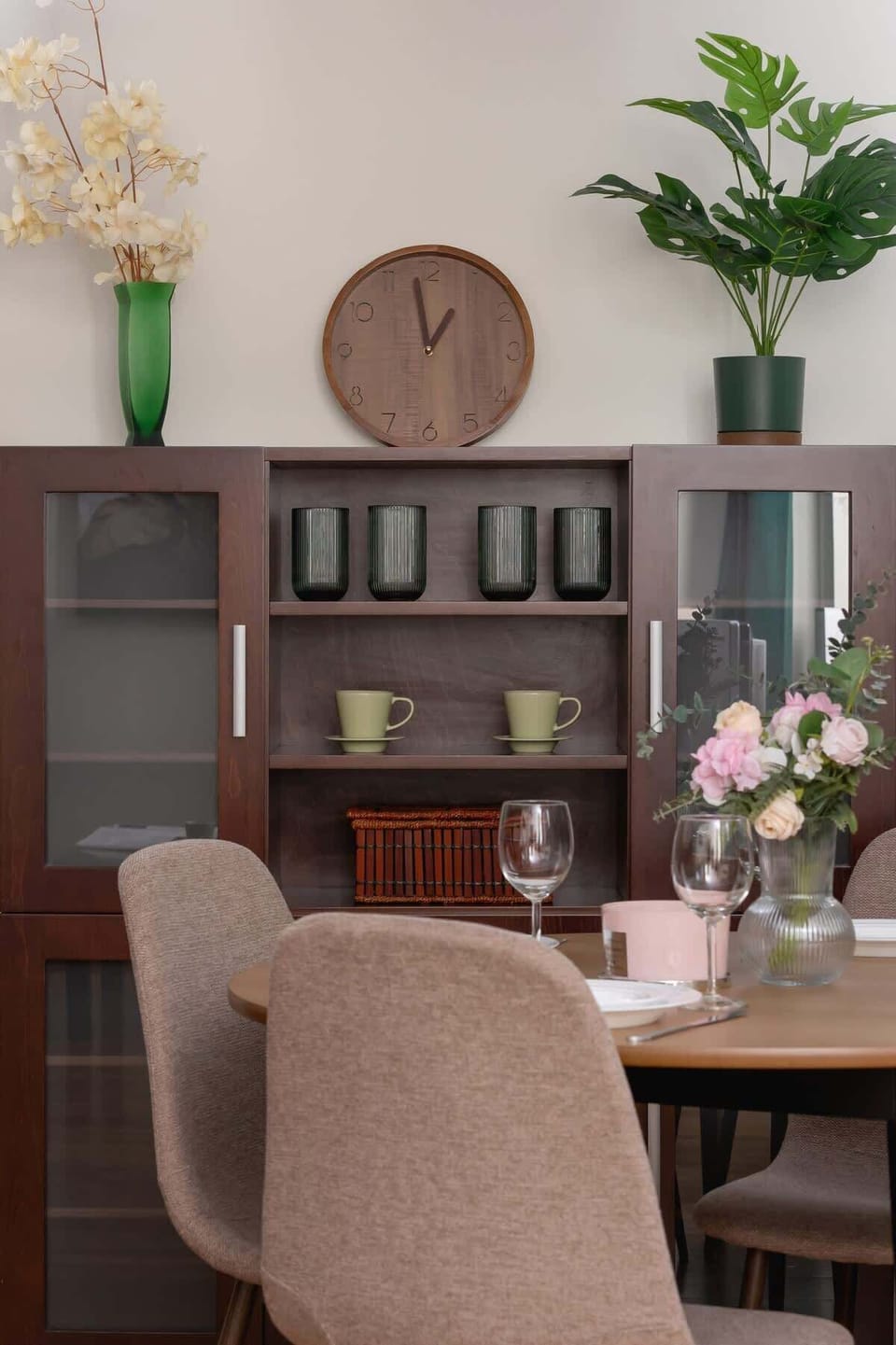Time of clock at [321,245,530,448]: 12:58
